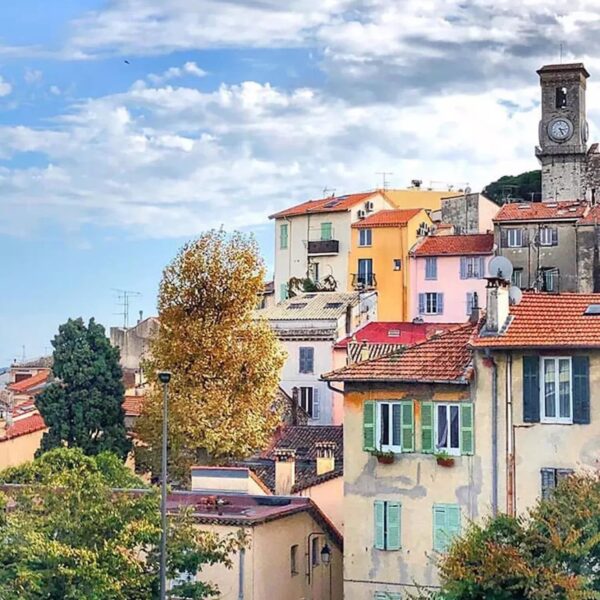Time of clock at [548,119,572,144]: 5:15
